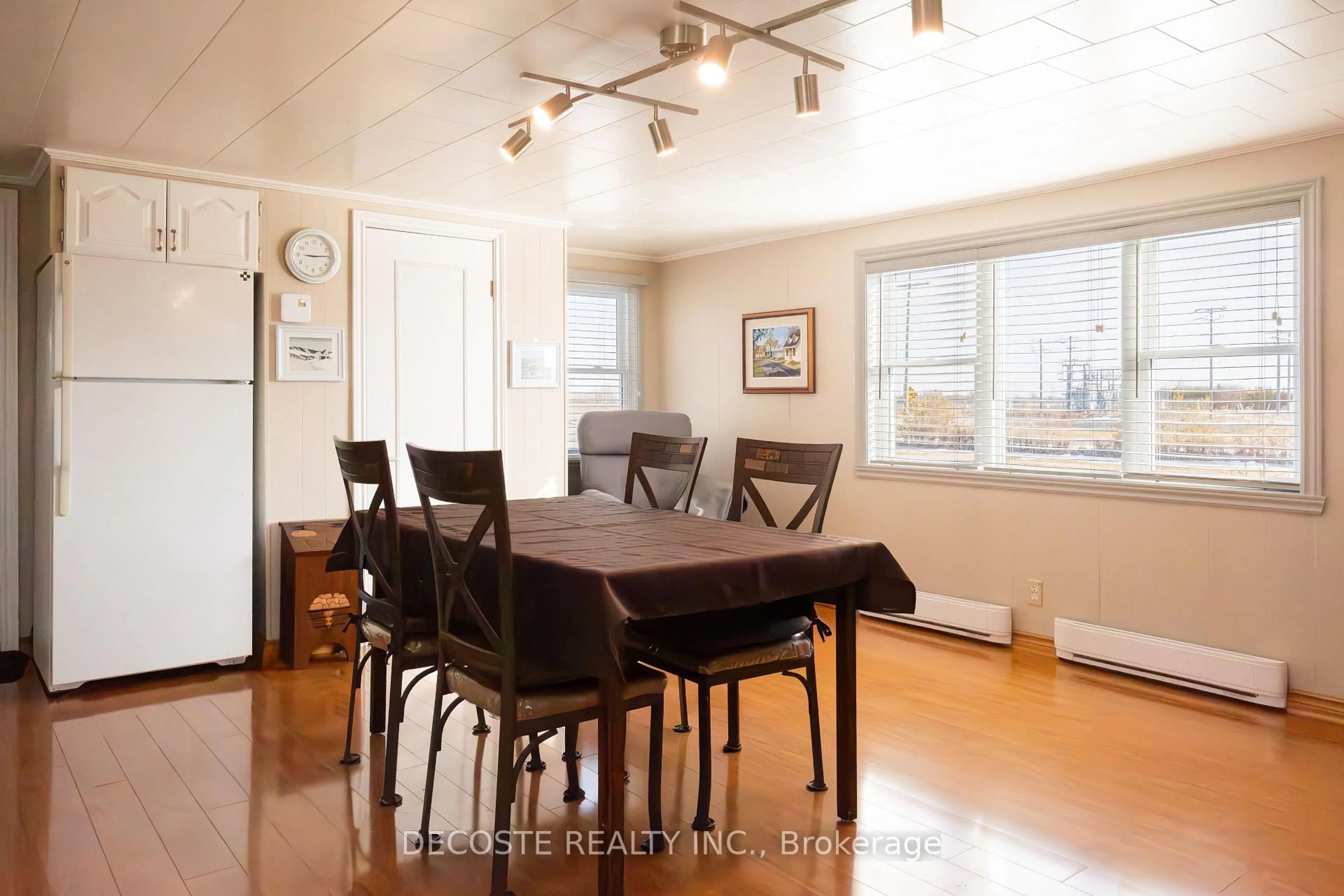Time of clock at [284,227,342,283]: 9:14
